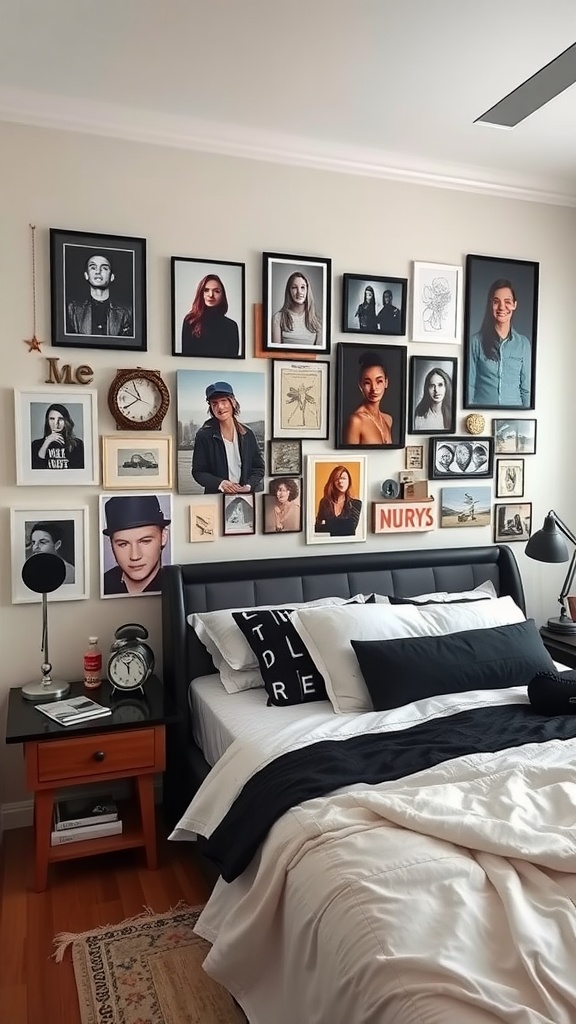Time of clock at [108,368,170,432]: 7:55
